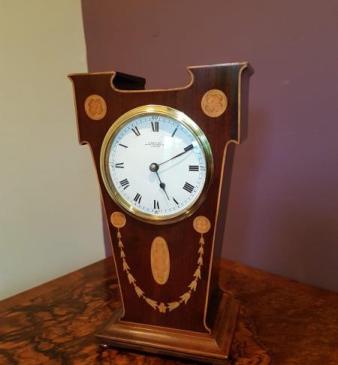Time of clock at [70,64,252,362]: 5:10
